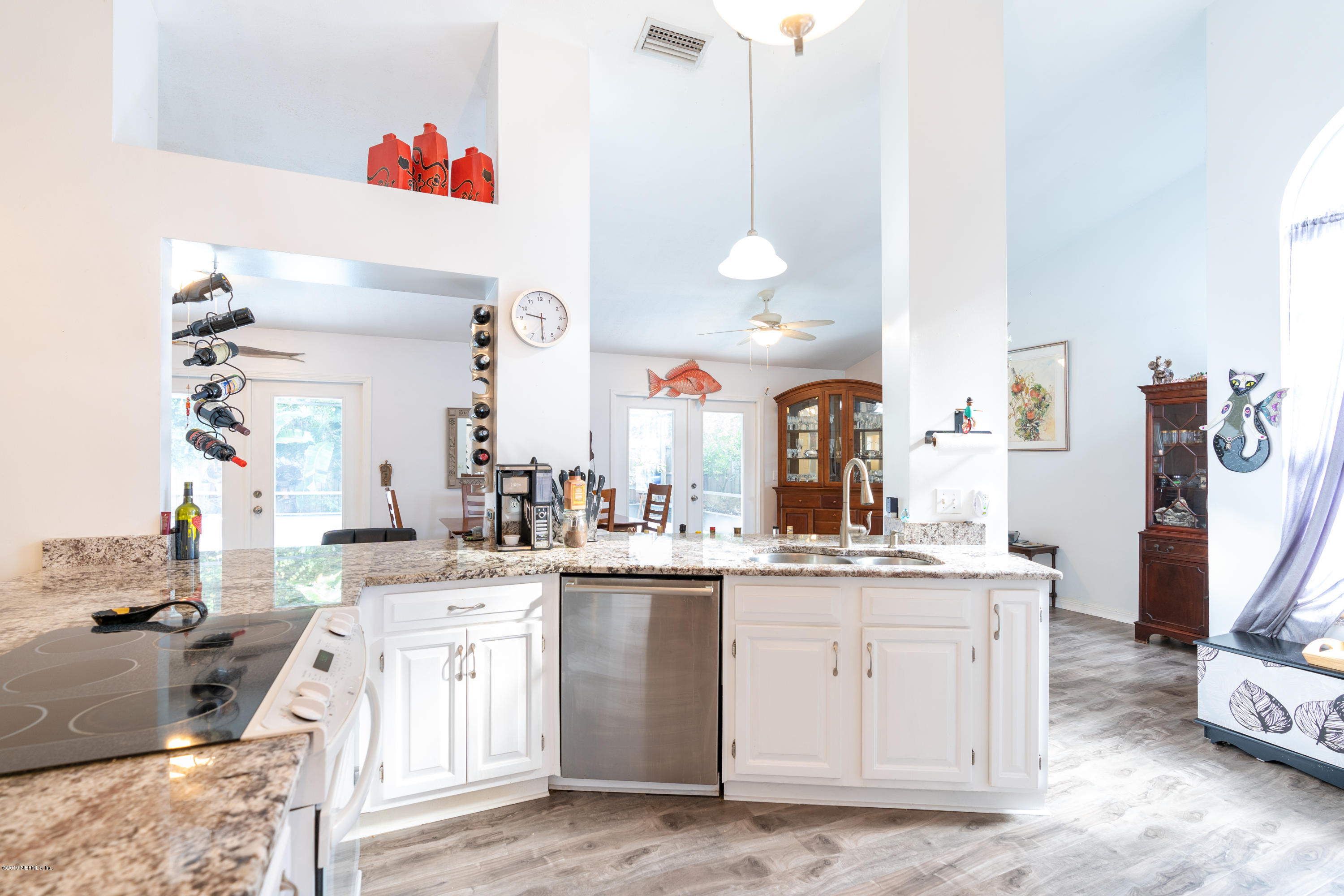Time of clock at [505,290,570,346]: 9:30
